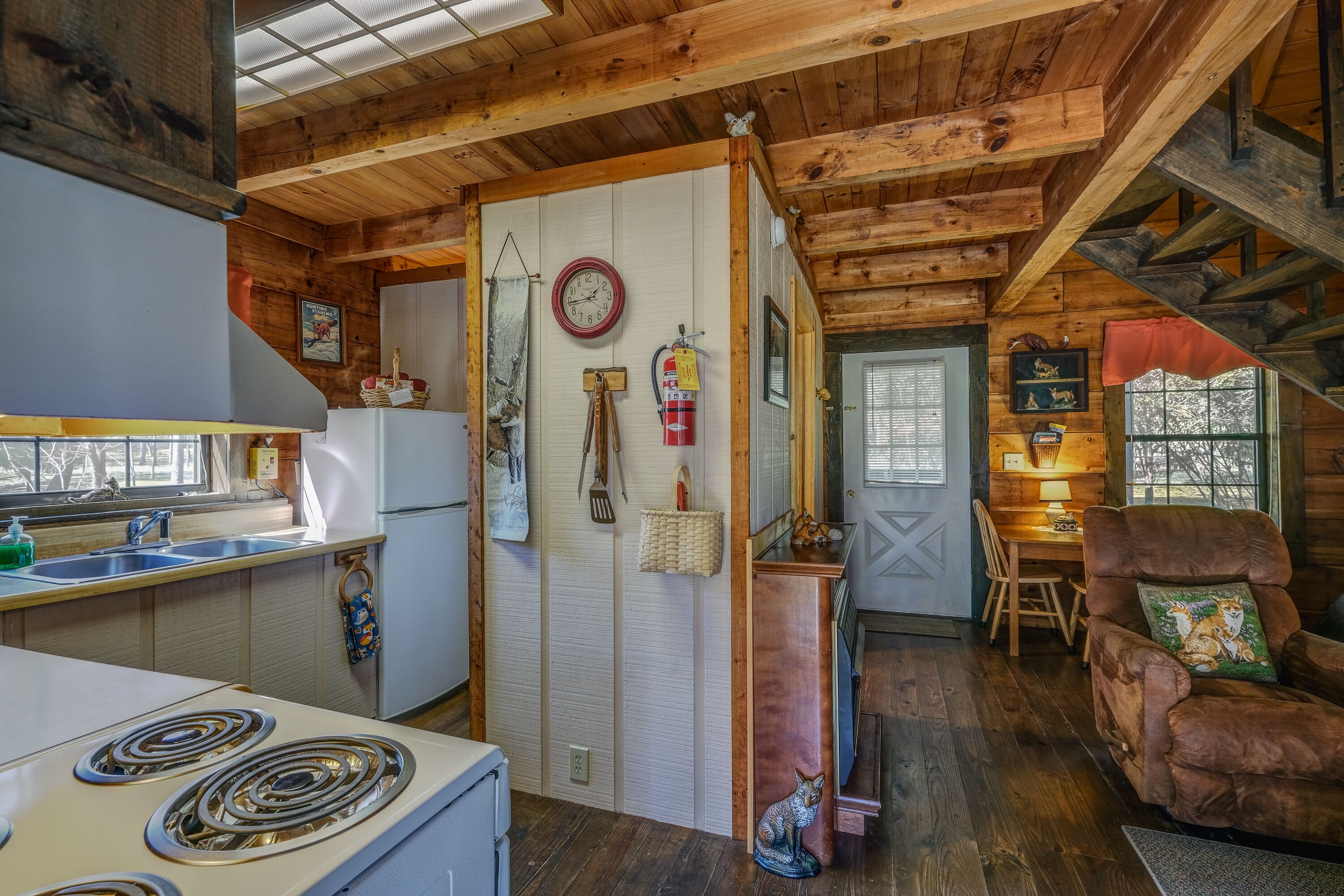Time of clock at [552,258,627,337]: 1:44
